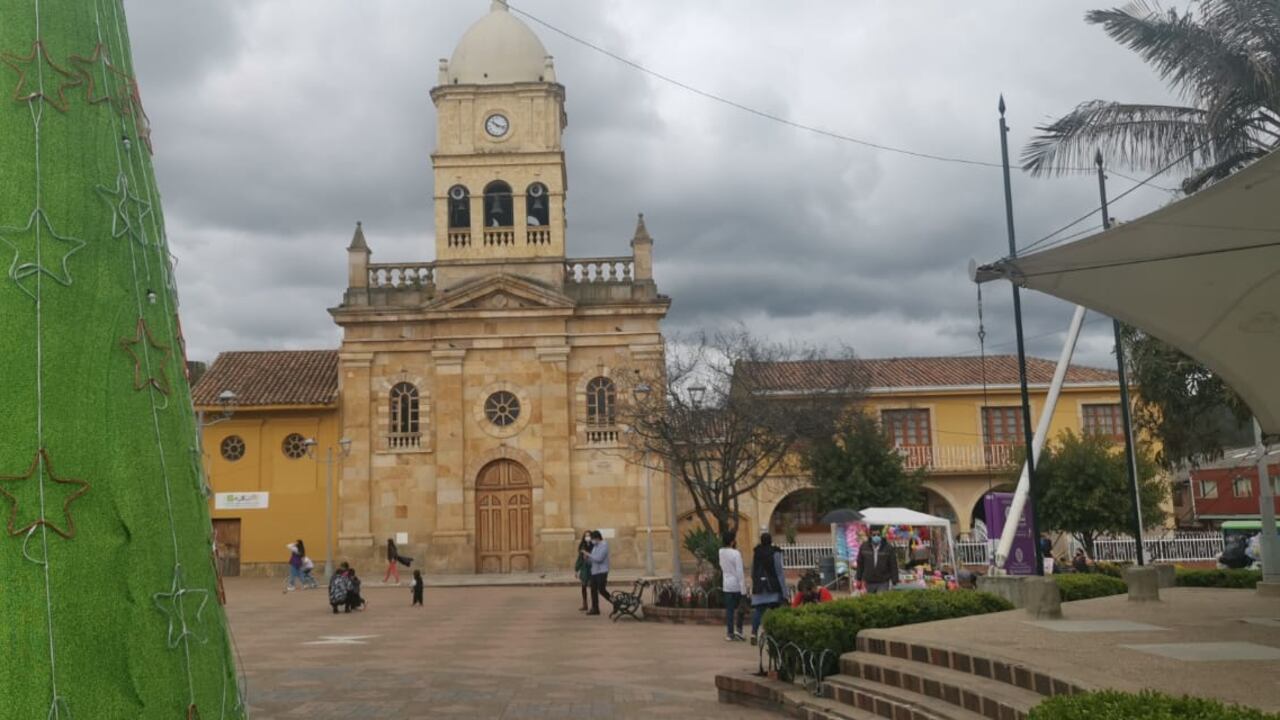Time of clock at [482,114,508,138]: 10:17
